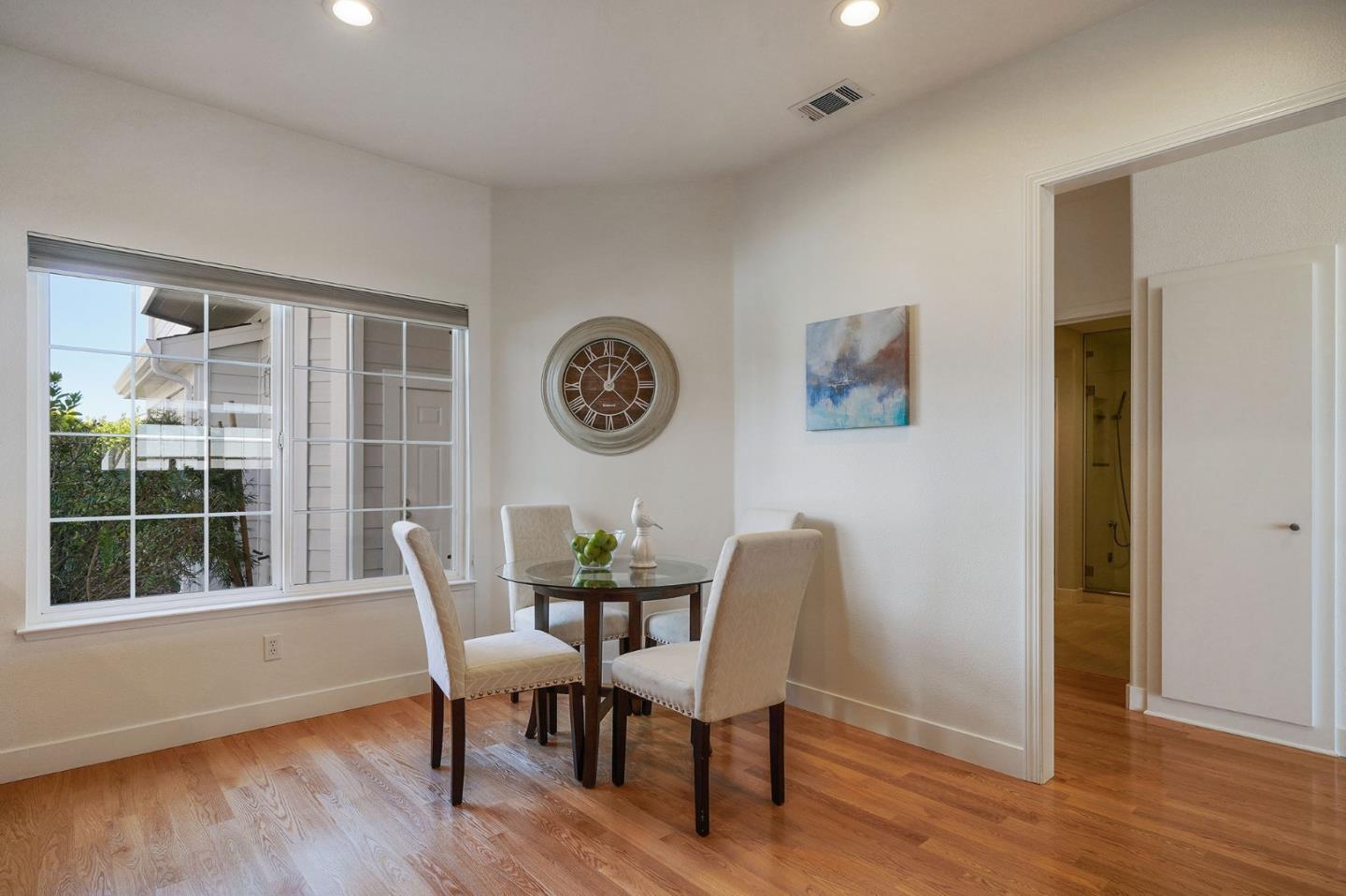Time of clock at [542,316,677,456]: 12:05
